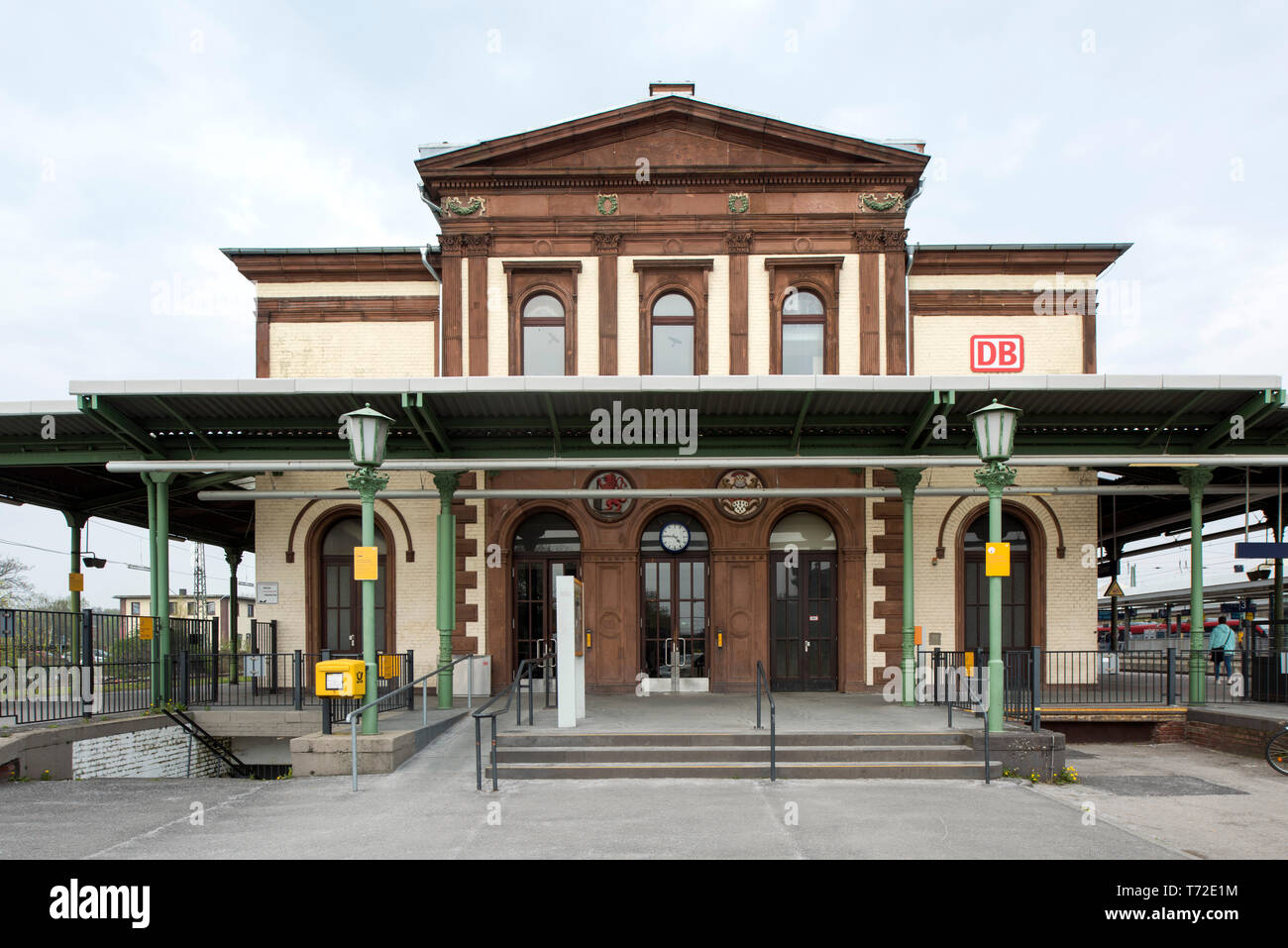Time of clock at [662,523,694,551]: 4:45
